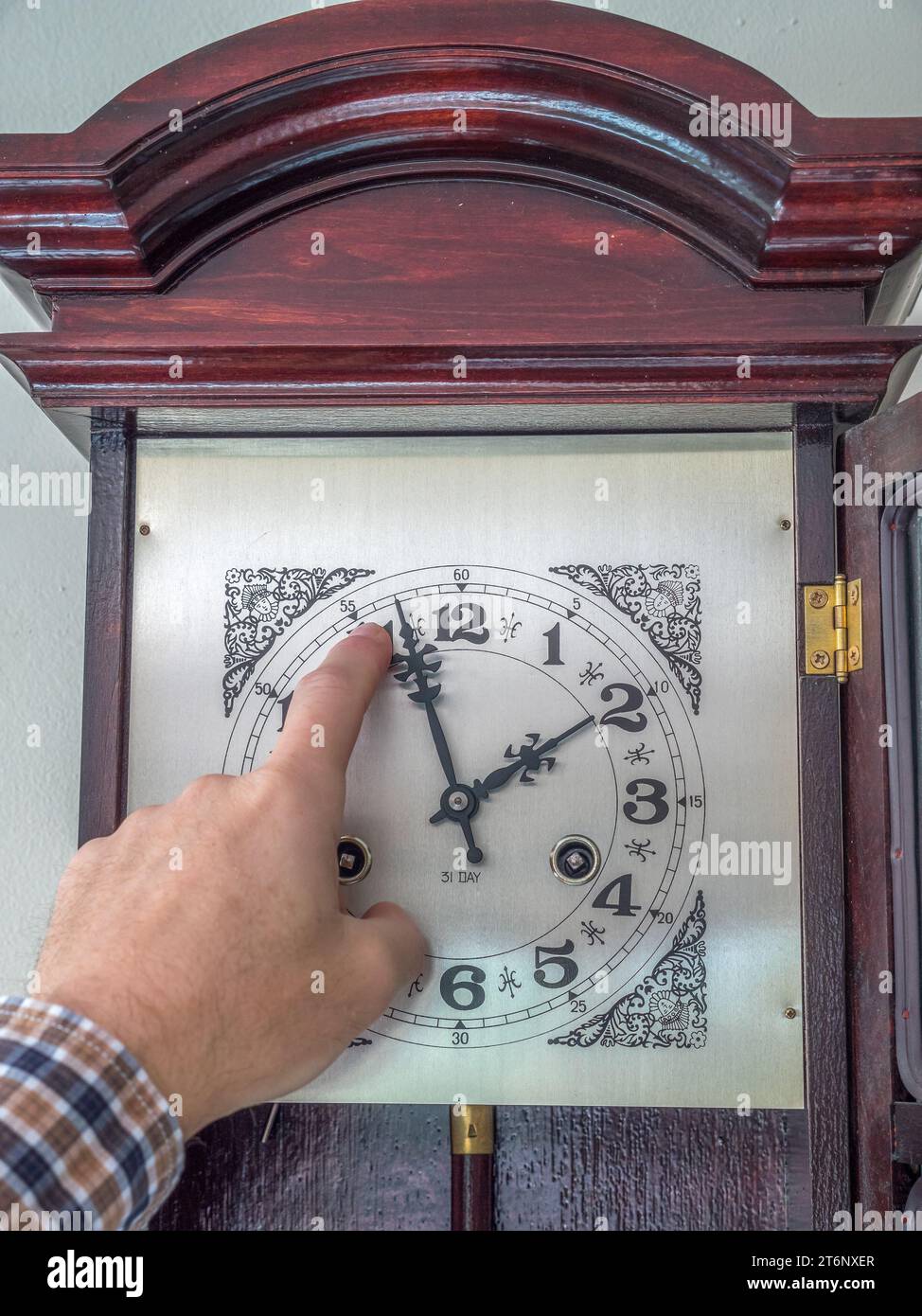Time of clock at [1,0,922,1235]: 1:56
